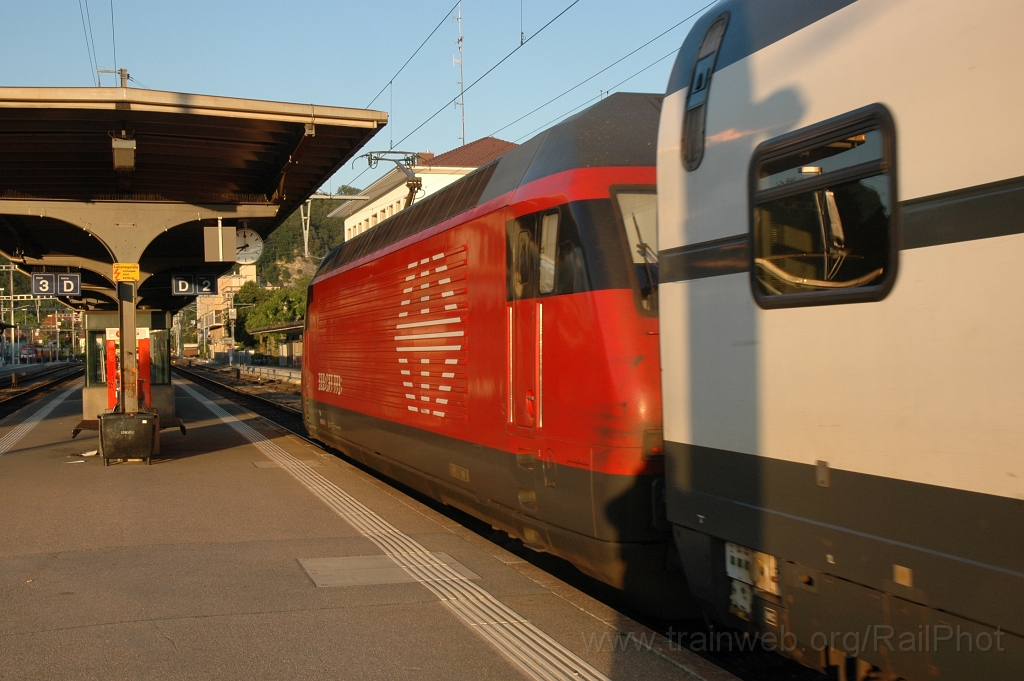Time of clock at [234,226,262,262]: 8:38
